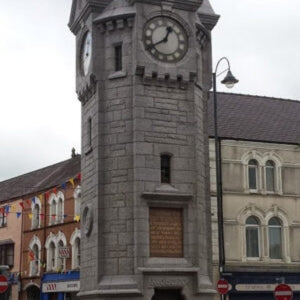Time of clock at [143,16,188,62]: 12:40
